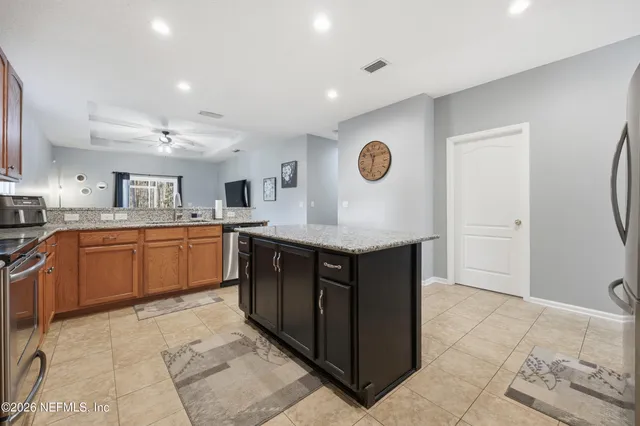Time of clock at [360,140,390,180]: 11:32
